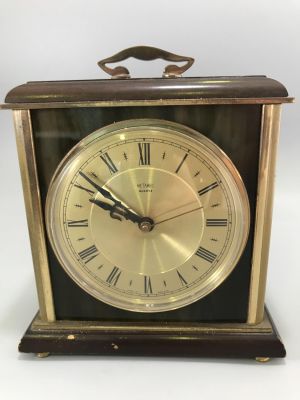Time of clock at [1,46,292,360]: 9:51
